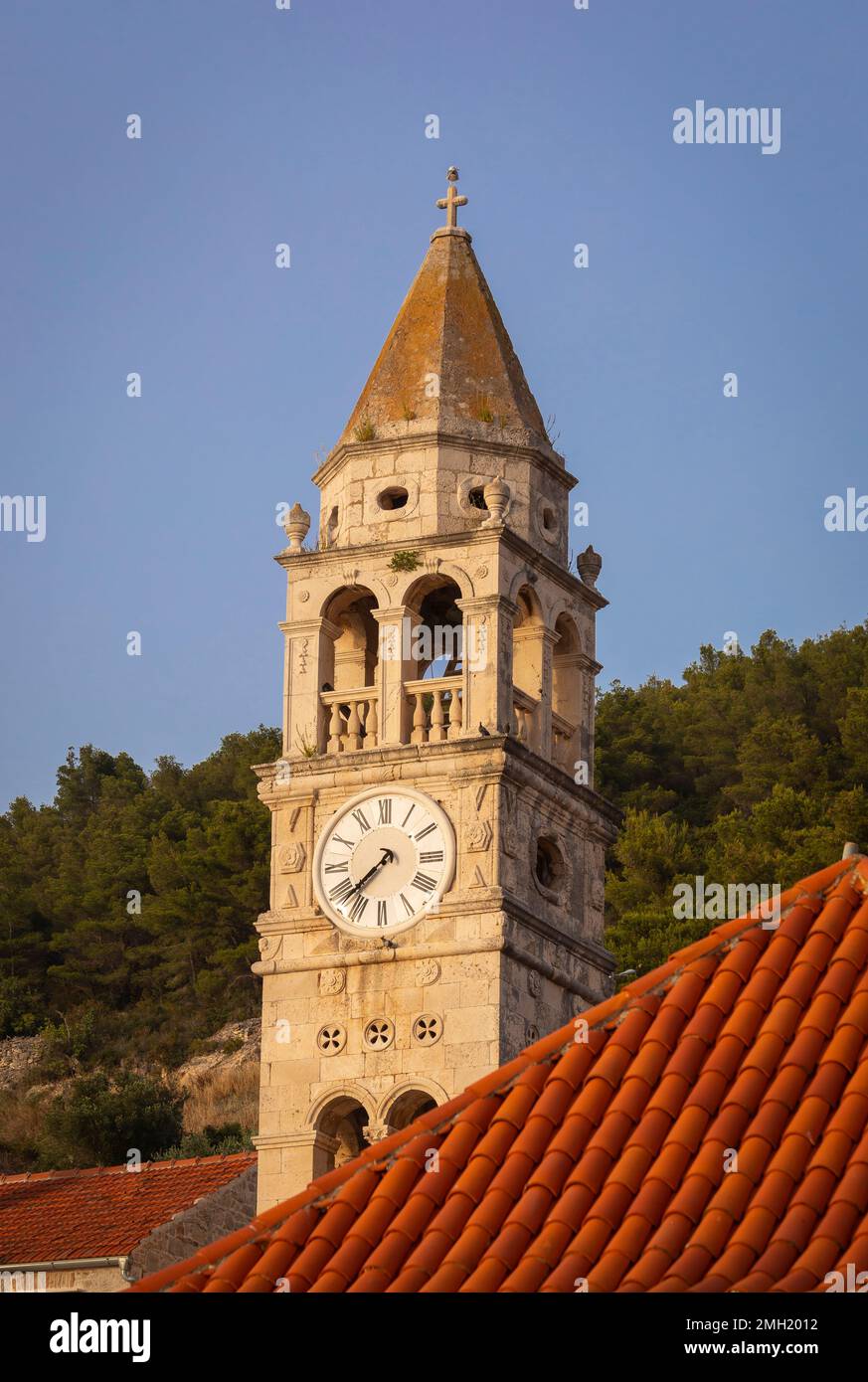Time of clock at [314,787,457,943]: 7:37
